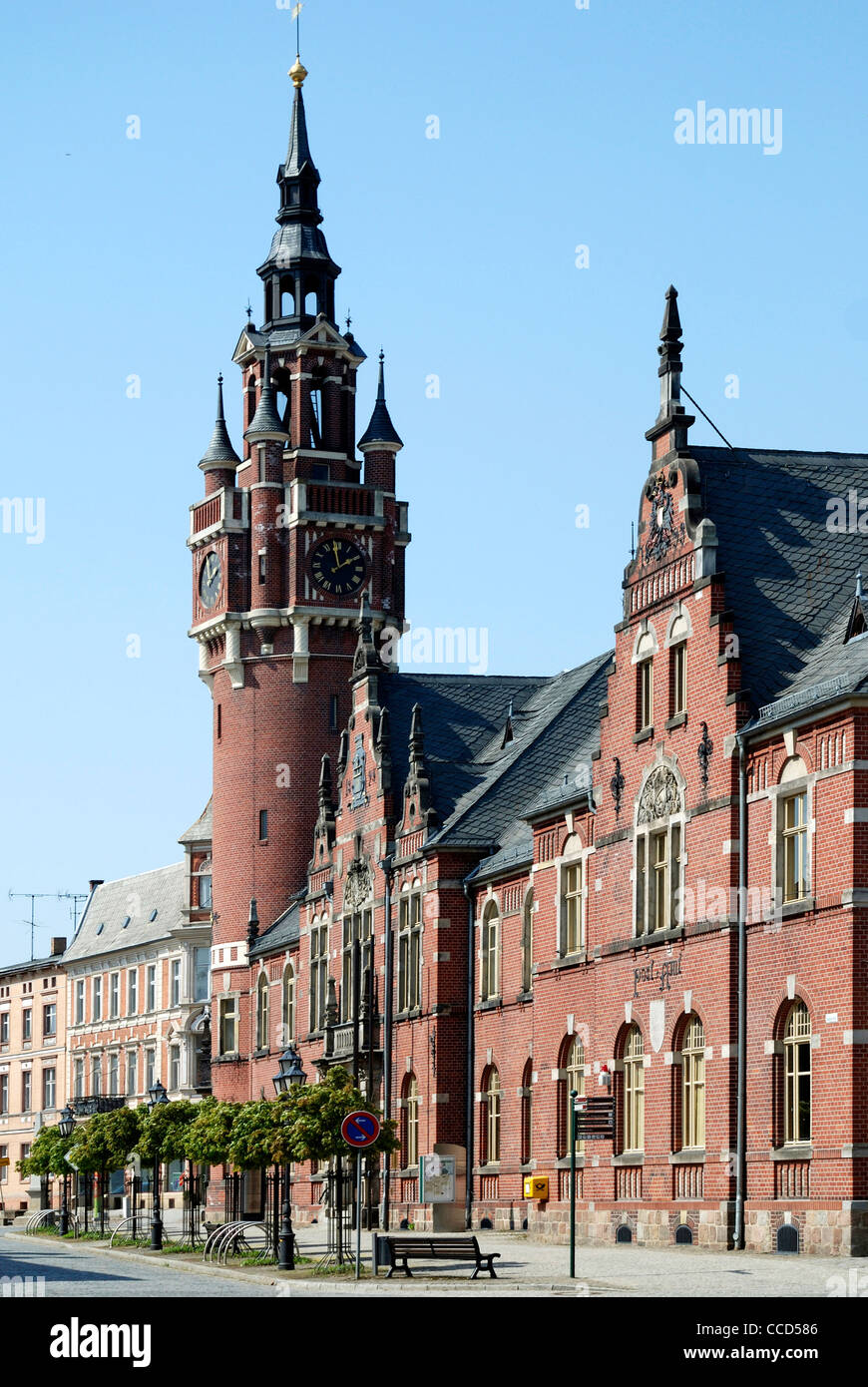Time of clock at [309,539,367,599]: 1:58
